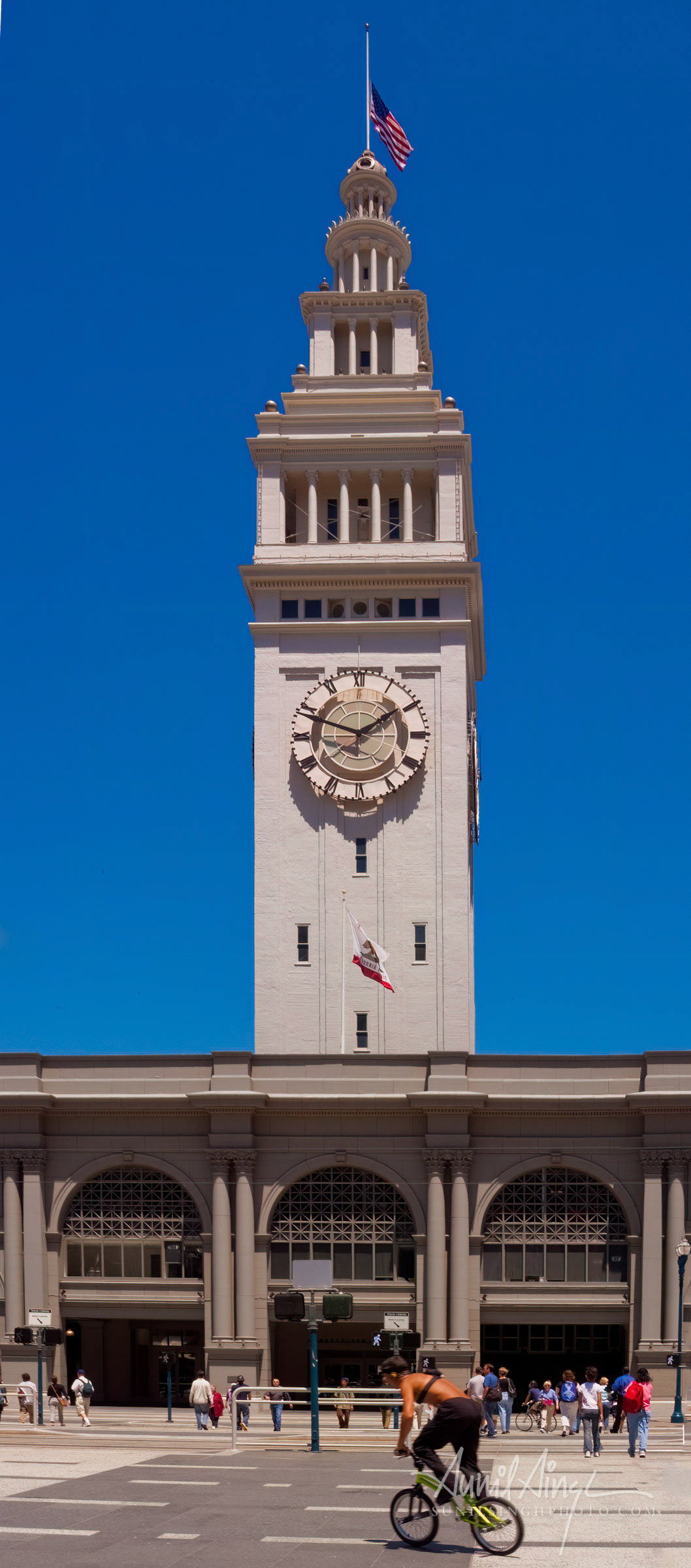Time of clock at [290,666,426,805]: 1:48
